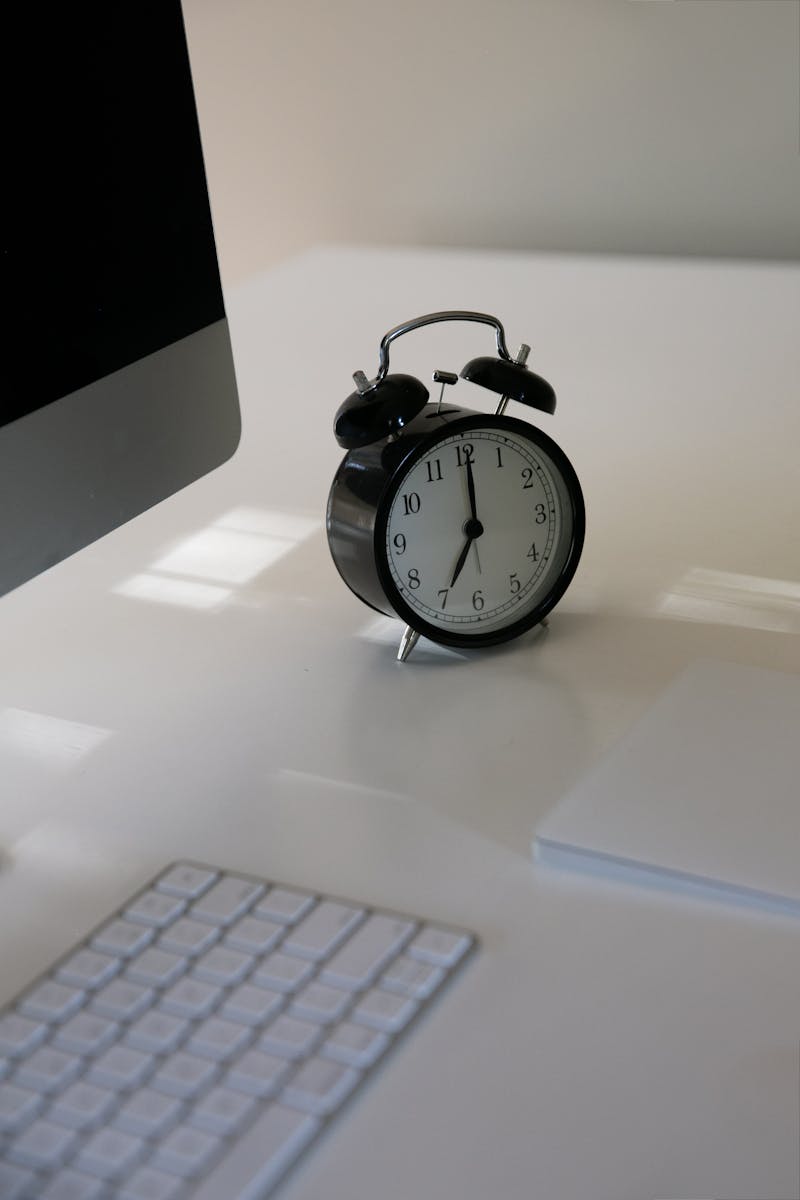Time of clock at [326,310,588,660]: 7:00
